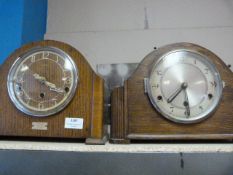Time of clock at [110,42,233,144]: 7:29
